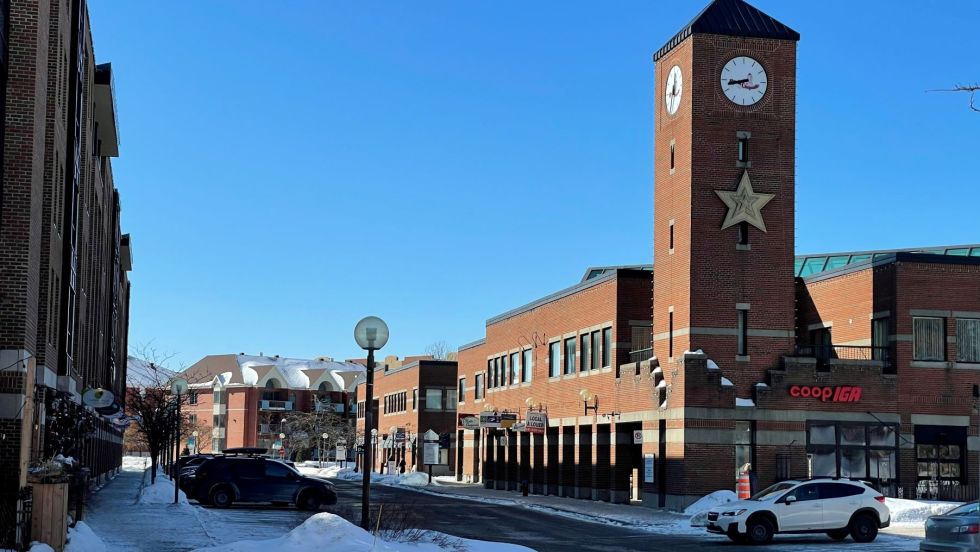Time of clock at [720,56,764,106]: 8:42
